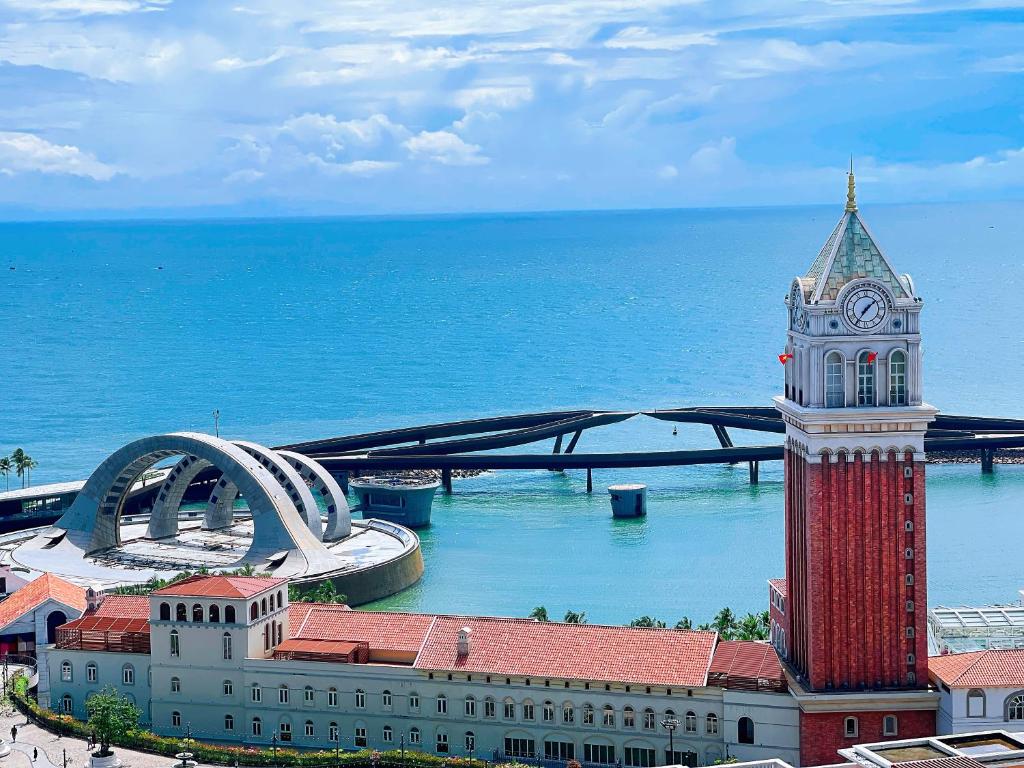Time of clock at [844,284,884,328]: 1:36
